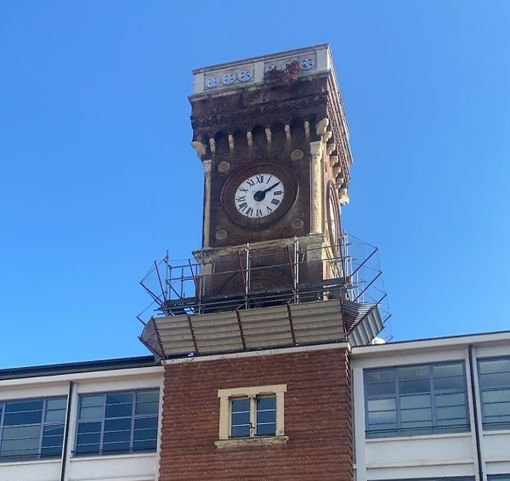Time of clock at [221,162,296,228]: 2:10
